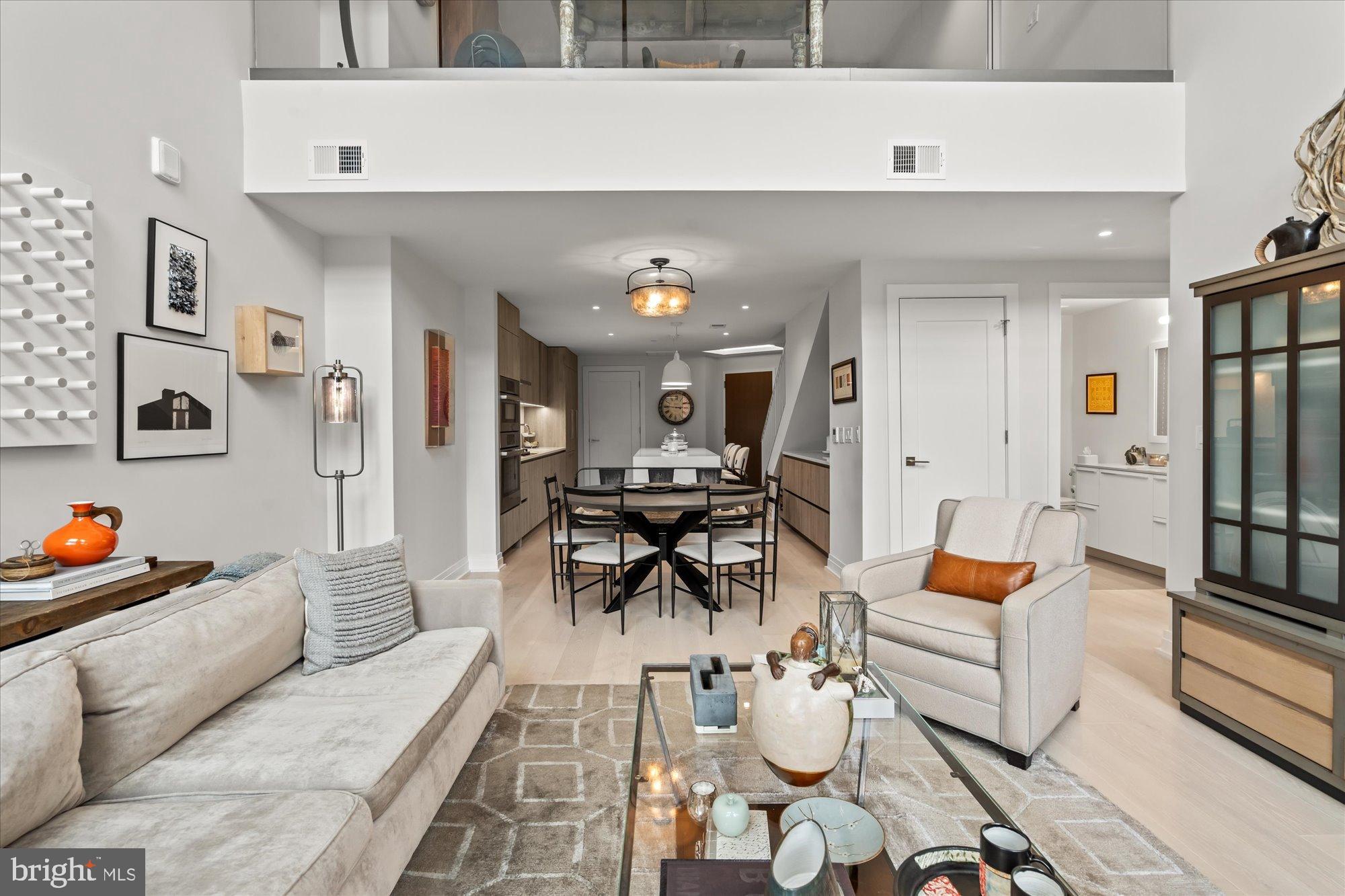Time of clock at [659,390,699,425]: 2:45
